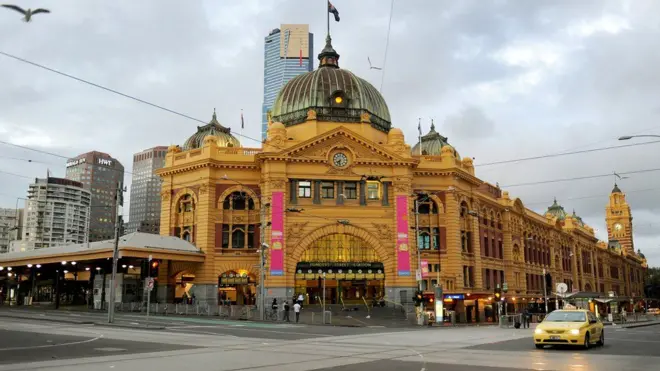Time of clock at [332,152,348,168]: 7:32
